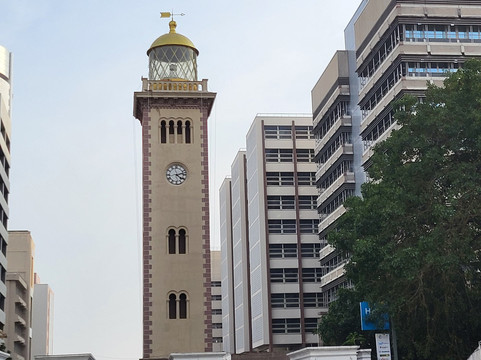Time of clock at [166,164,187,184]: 4:12
